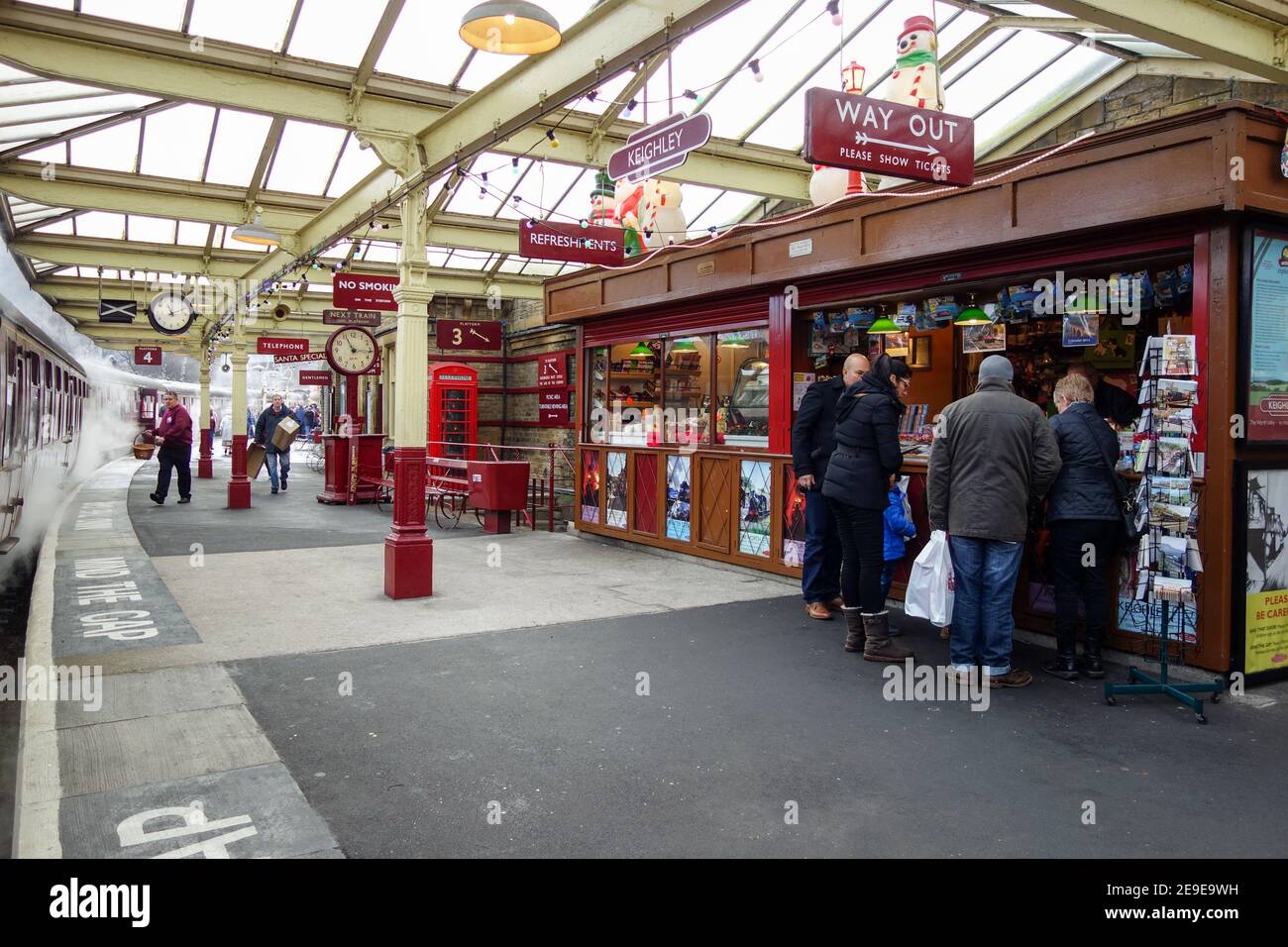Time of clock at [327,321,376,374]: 11:16
